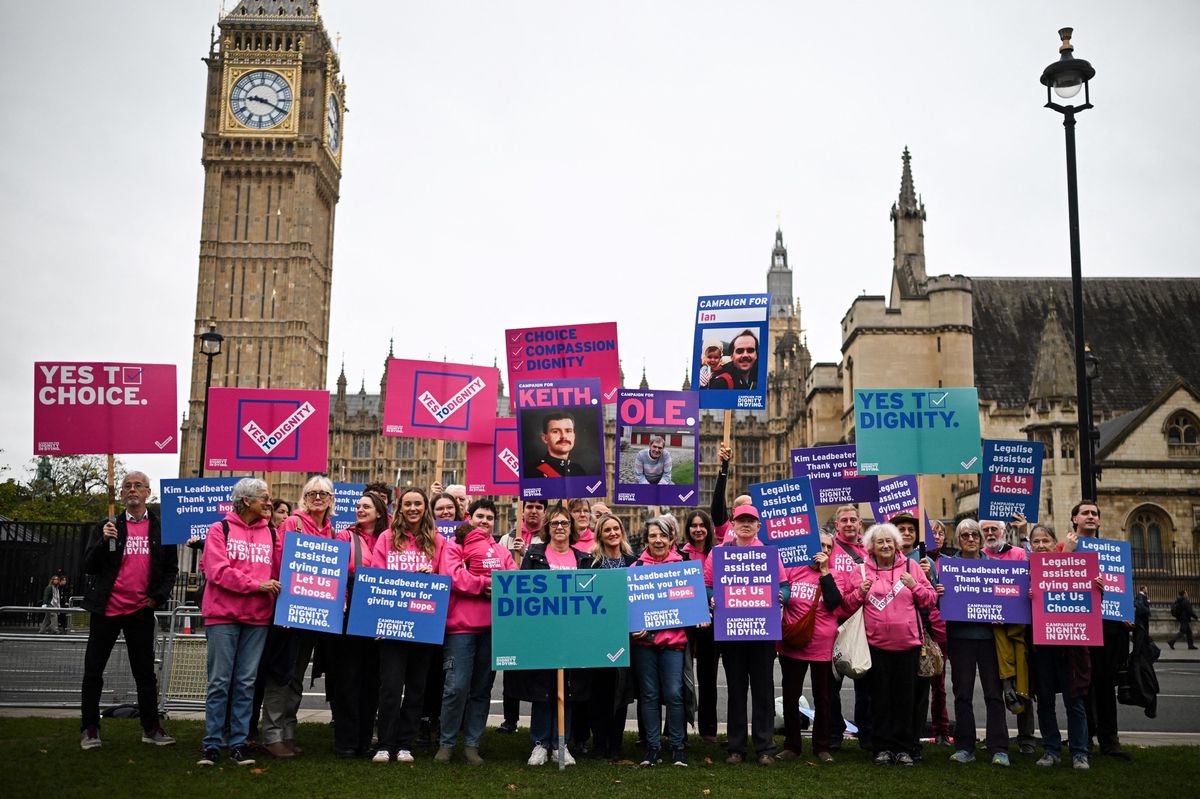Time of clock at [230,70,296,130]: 9:19
